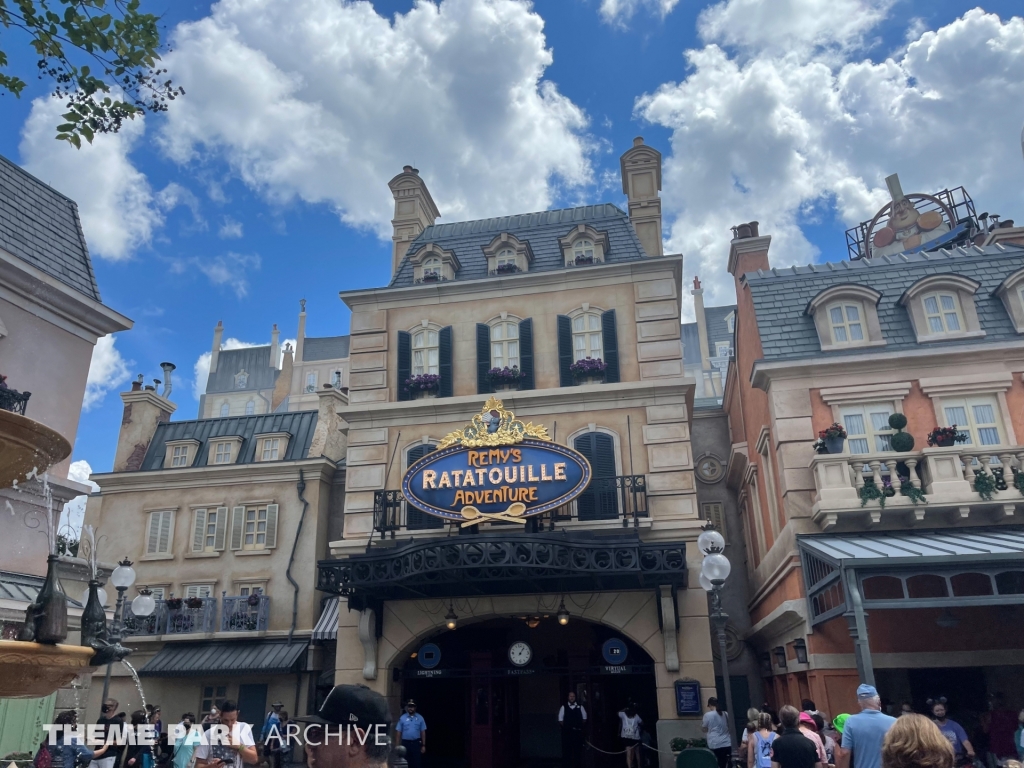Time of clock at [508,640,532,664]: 1:06
